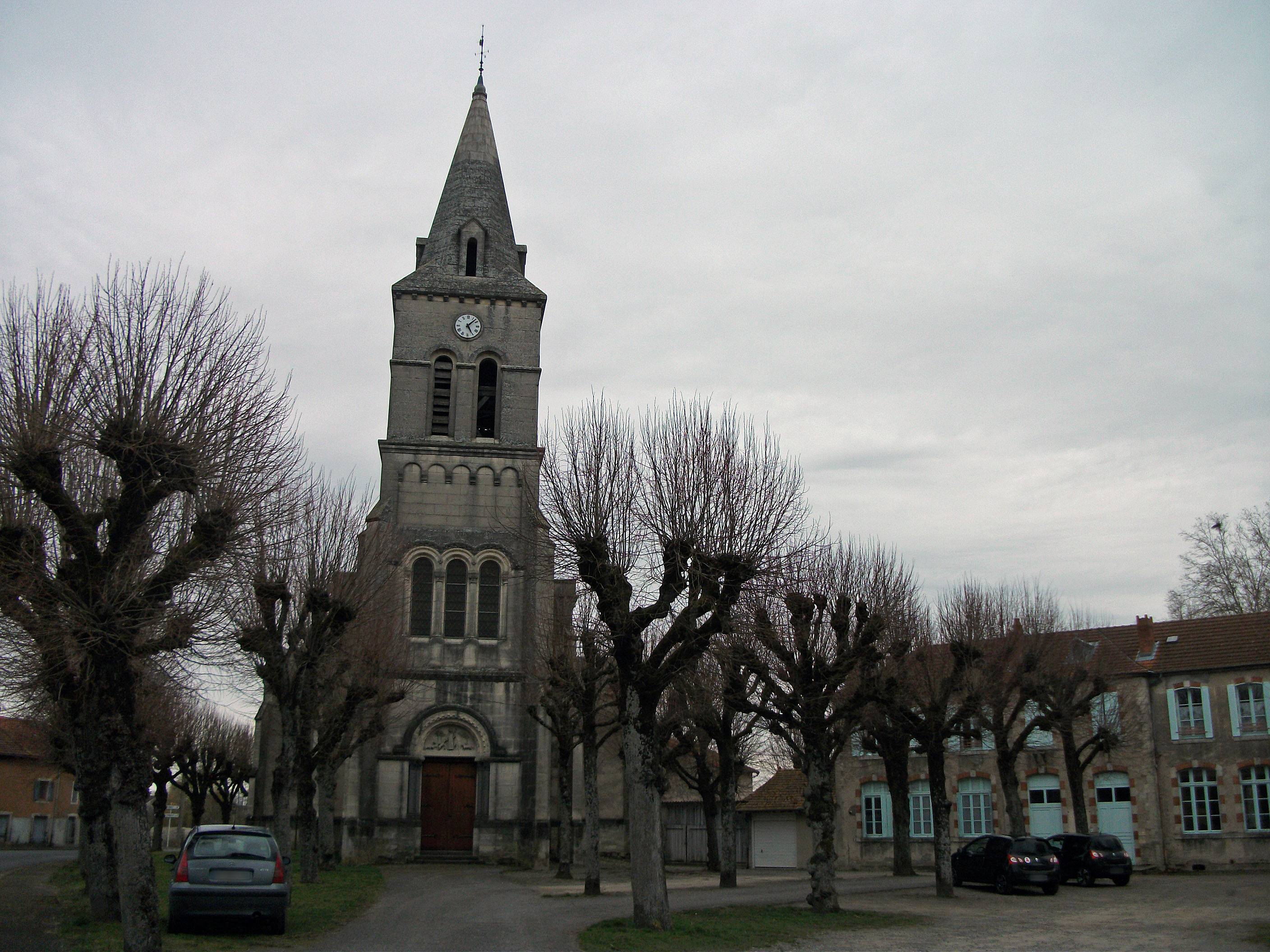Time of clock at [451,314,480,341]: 5:07
